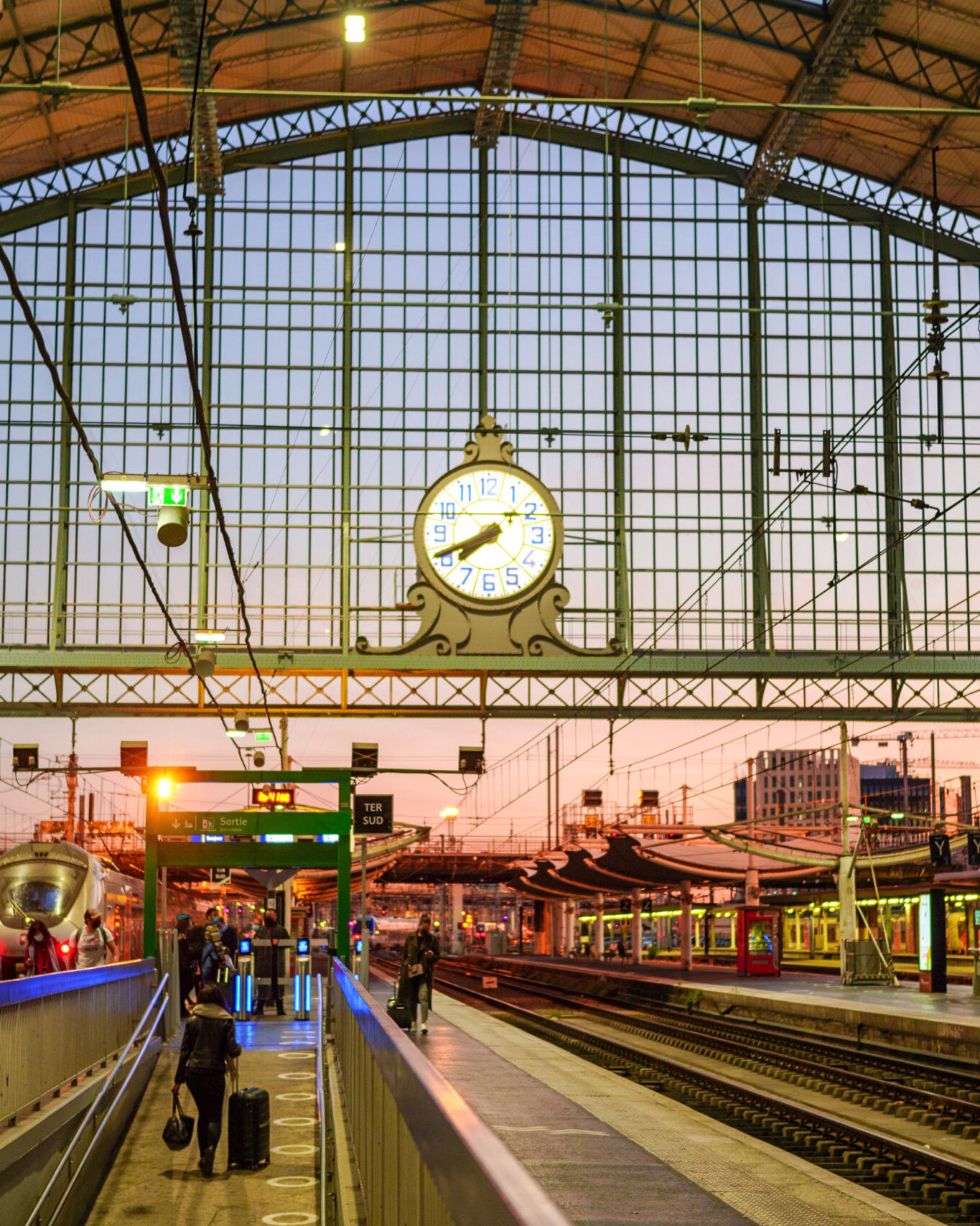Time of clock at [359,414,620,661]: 7:40
